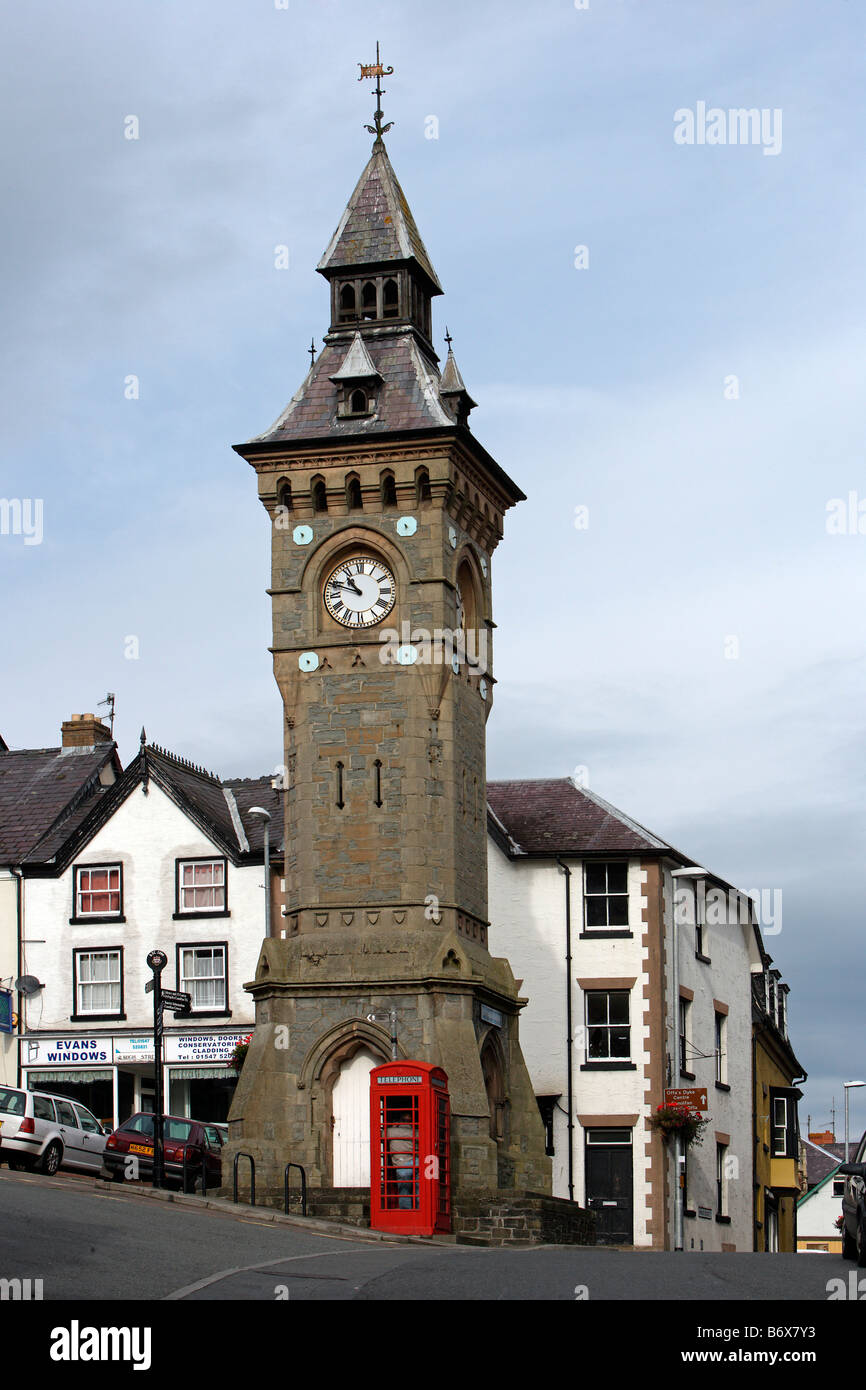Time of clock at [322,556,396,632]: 10:48
